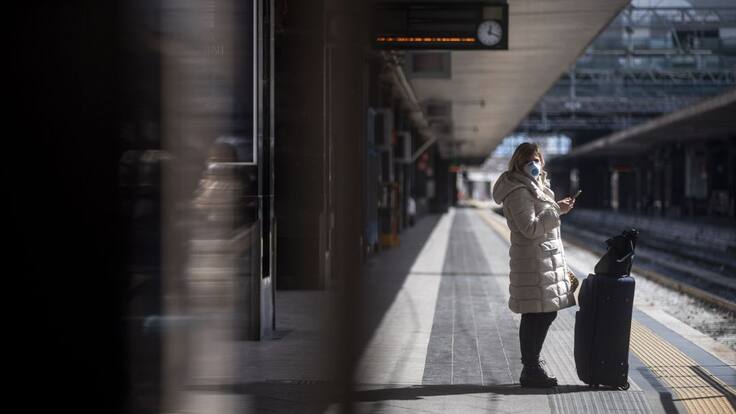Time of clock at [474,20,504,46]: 12:18
